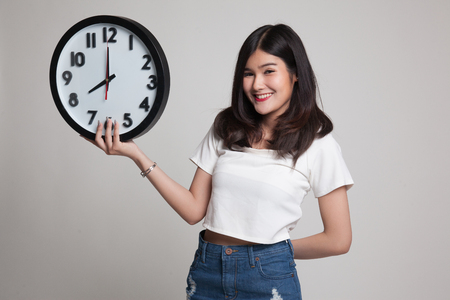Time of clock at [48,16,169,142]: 7:59
